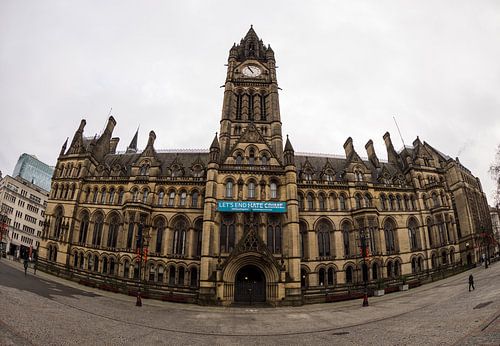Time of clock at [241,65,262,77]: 10:56
